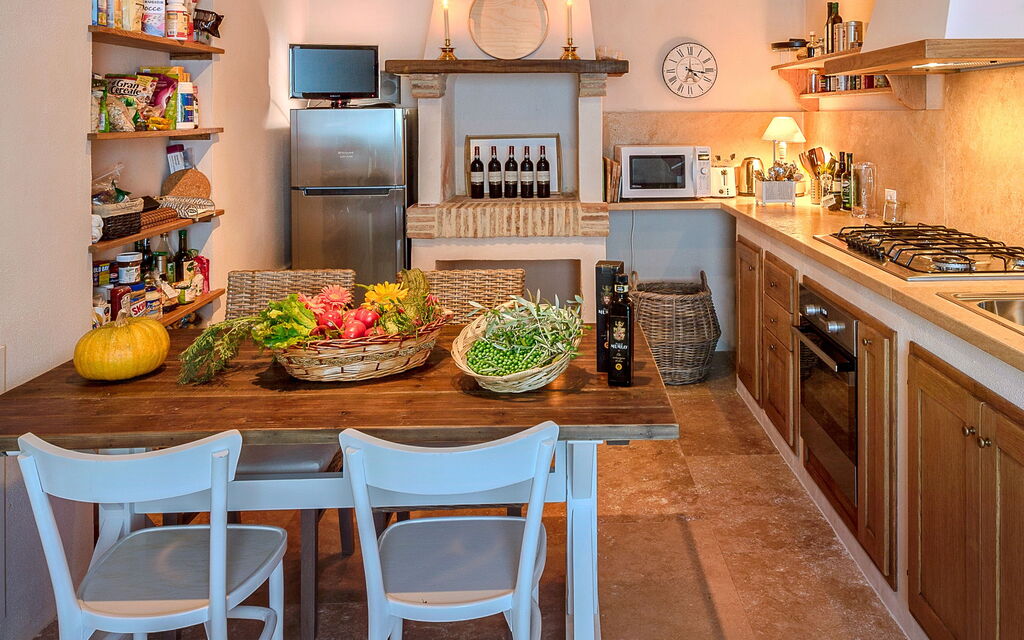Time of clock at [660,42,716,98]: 4:16
